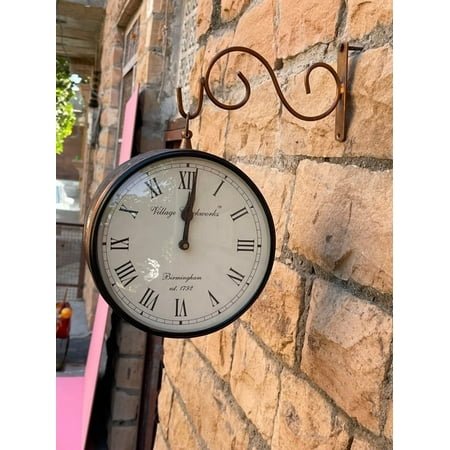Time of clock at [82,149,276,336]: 12:01
